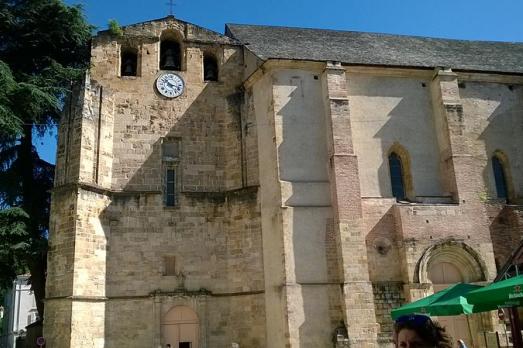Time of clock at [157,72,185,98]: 10:17
